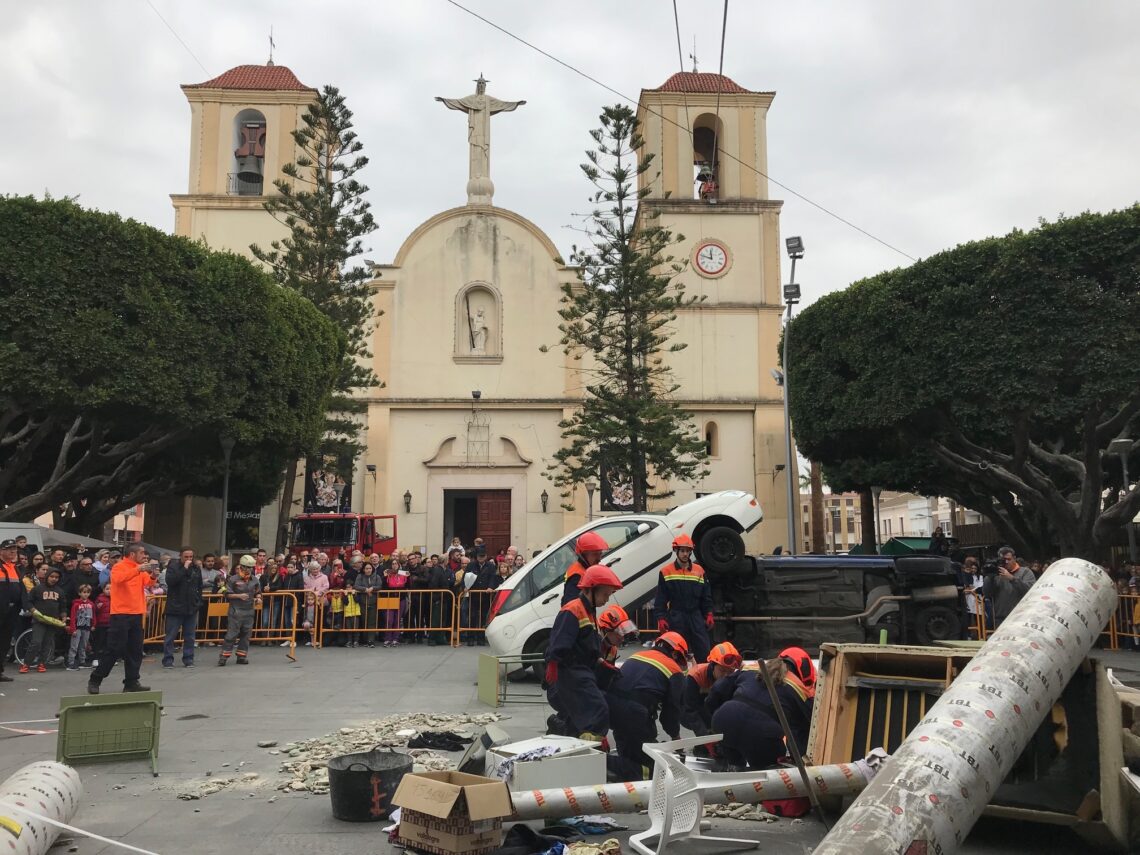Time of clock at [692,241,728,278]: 11:47
